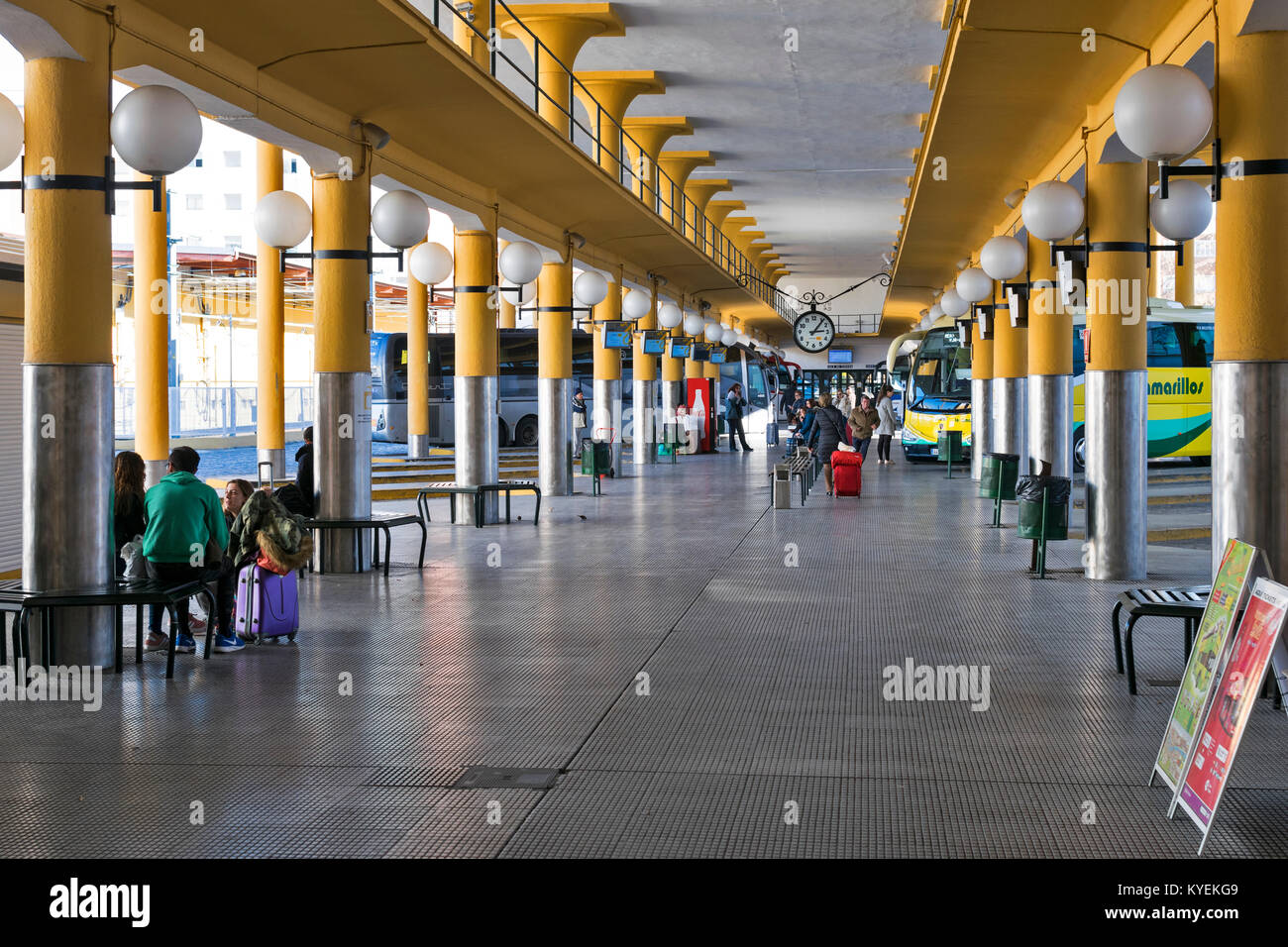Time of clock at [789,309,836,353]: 3:06
